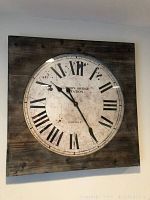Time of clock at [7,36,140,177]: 10:24
